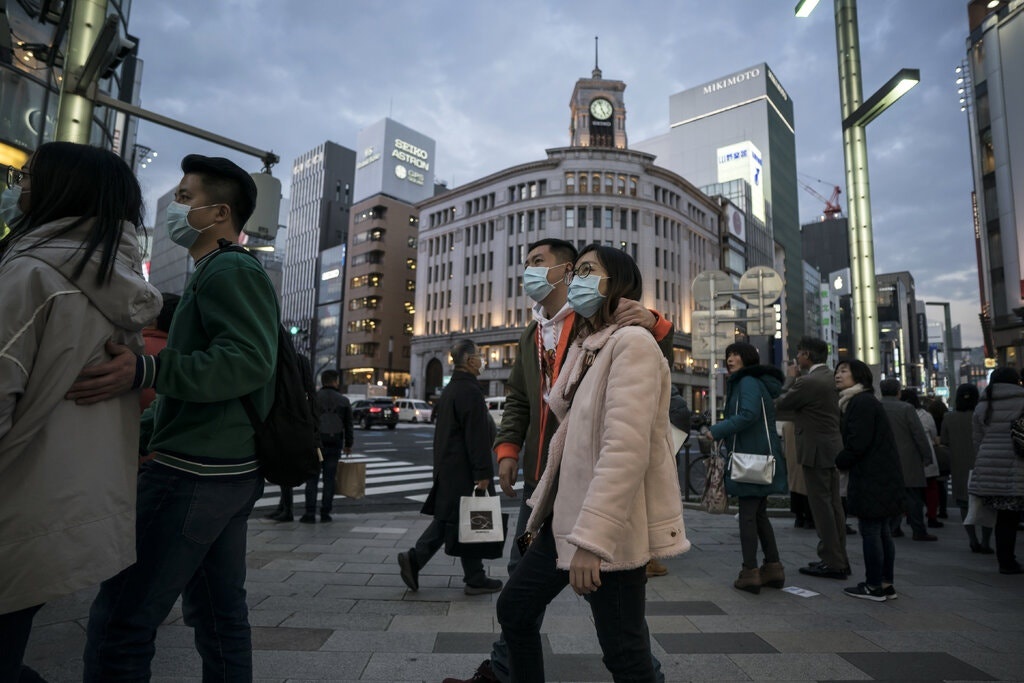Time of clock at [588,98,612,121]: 4:57
